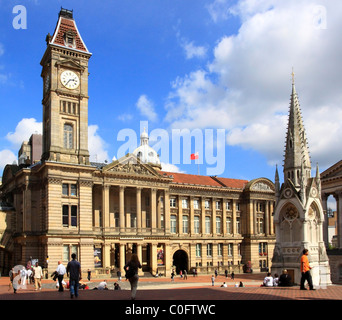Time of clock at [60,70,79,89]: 2:36
